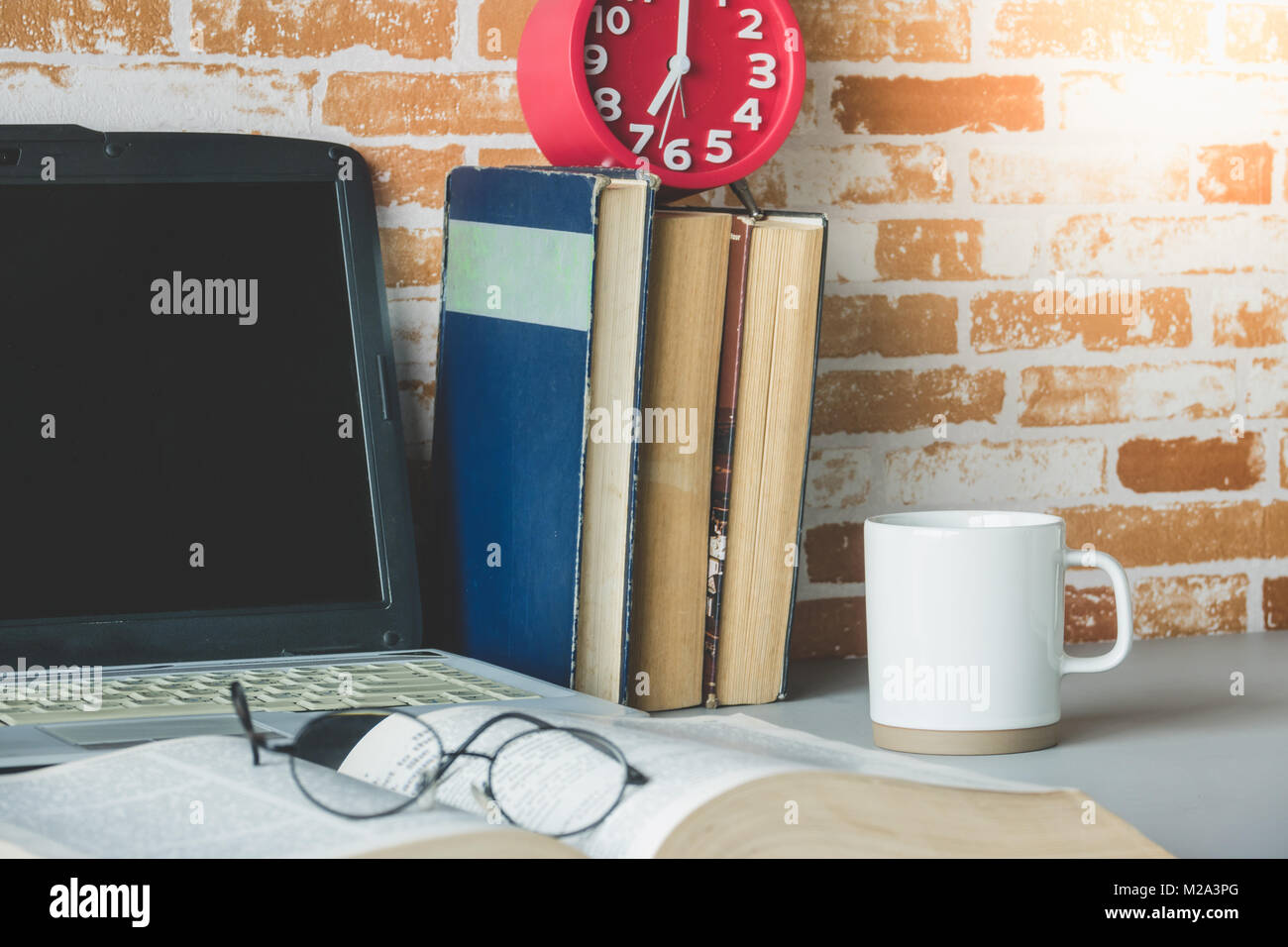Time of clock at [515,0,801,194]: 7:00
